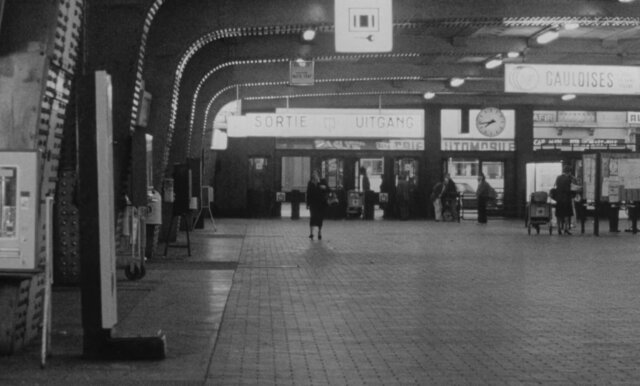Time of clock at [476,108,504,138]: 7:43
